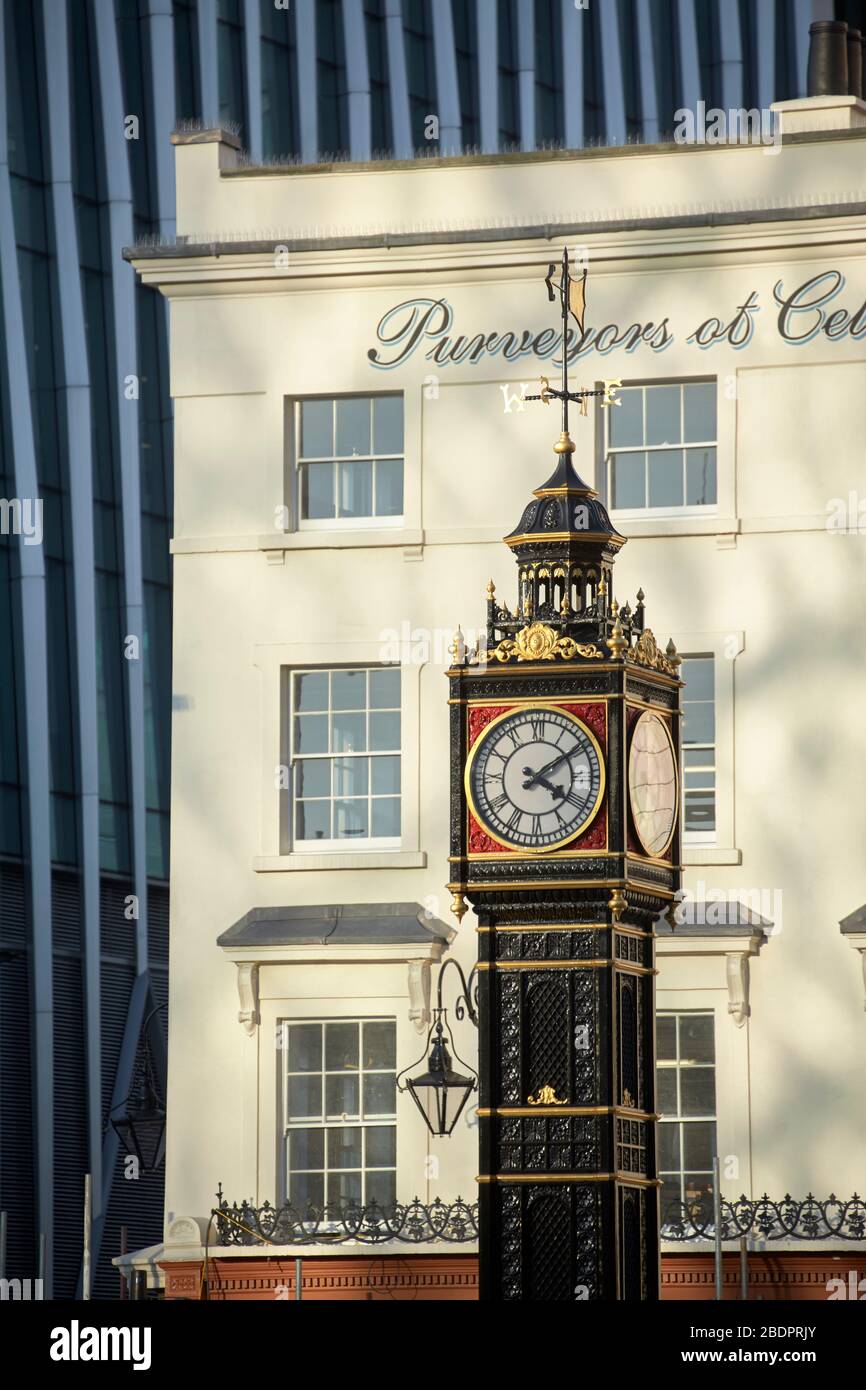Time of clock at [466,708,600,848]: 4:09
